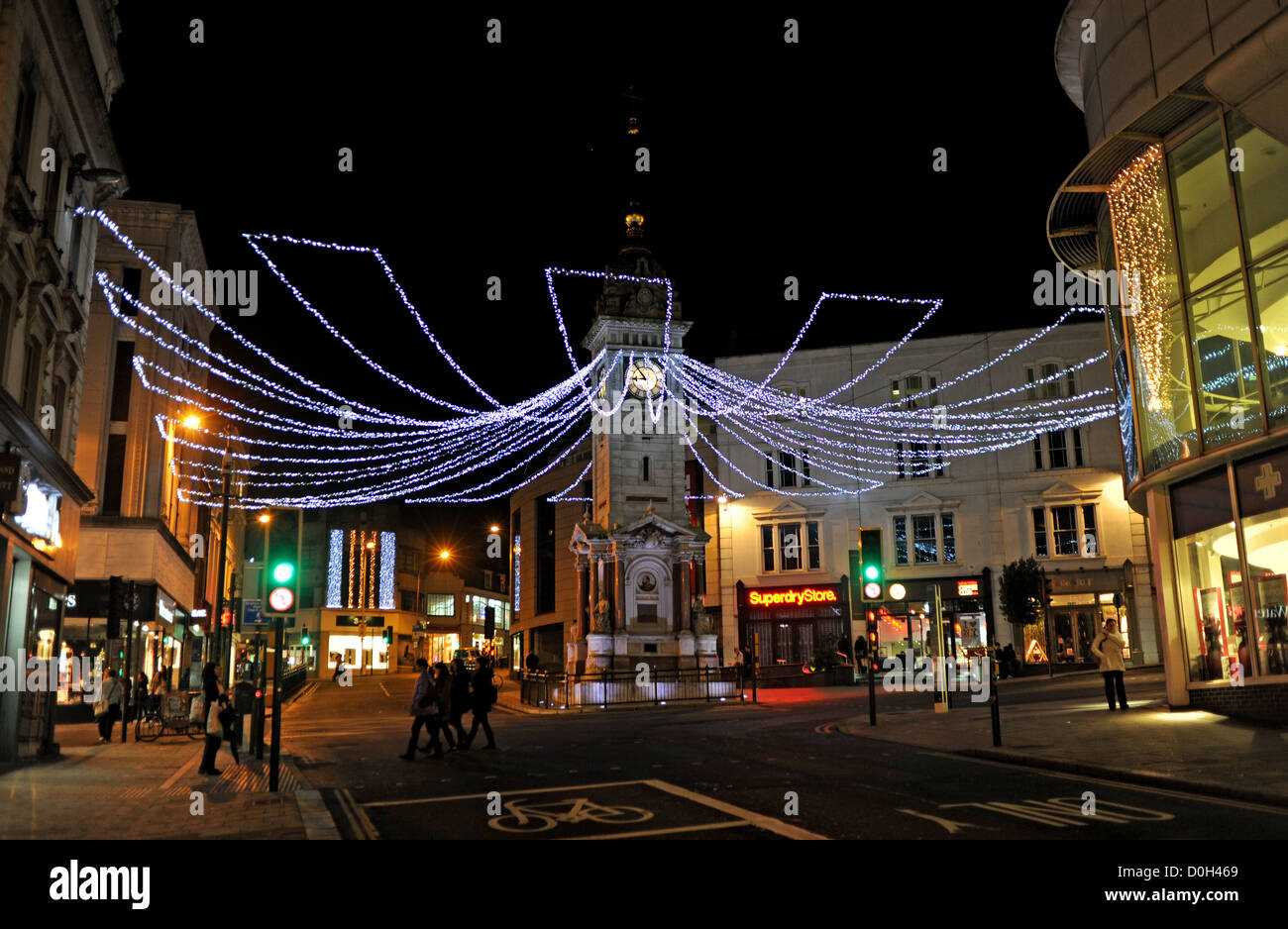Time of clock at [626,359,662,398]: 8:53
